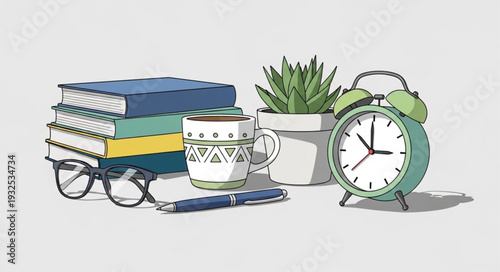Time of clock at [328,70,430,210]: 2:52
